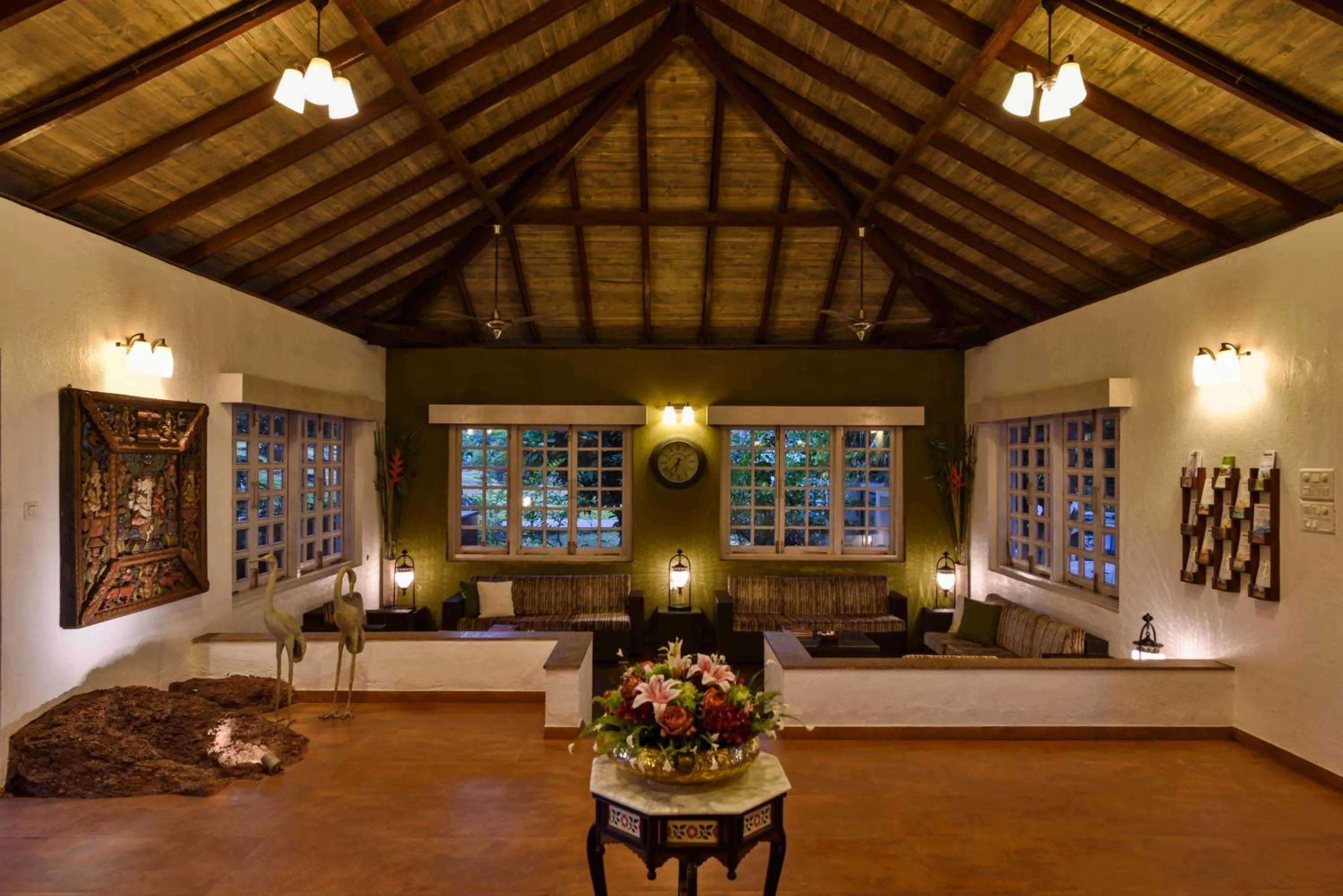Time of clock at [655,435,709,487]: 6:36
